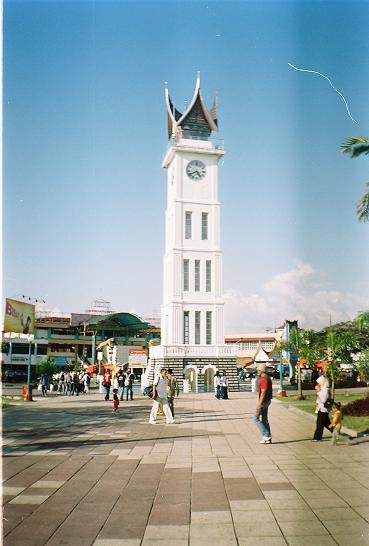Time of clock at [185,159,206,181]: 4:40
